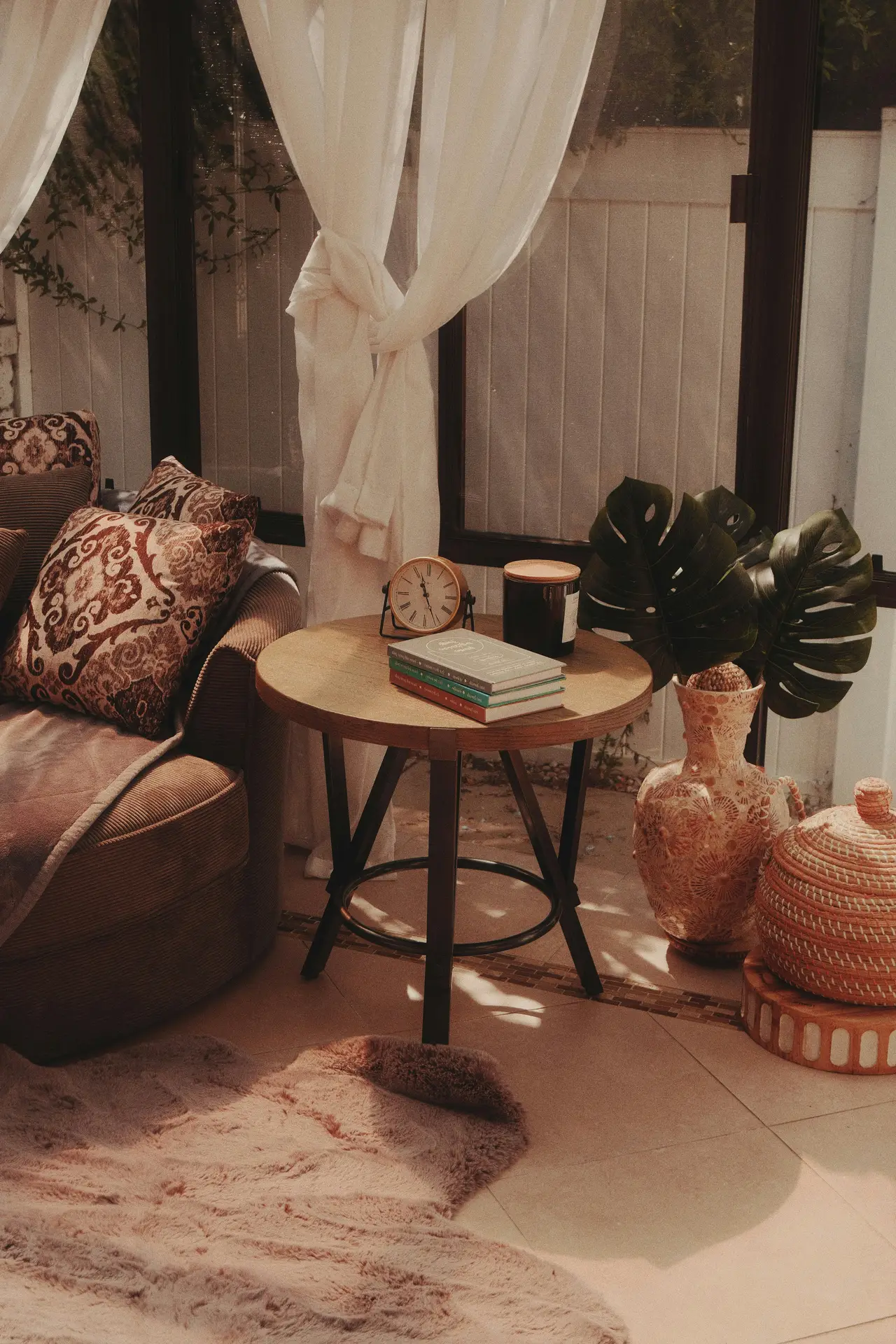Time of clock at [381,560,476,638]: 11:26
